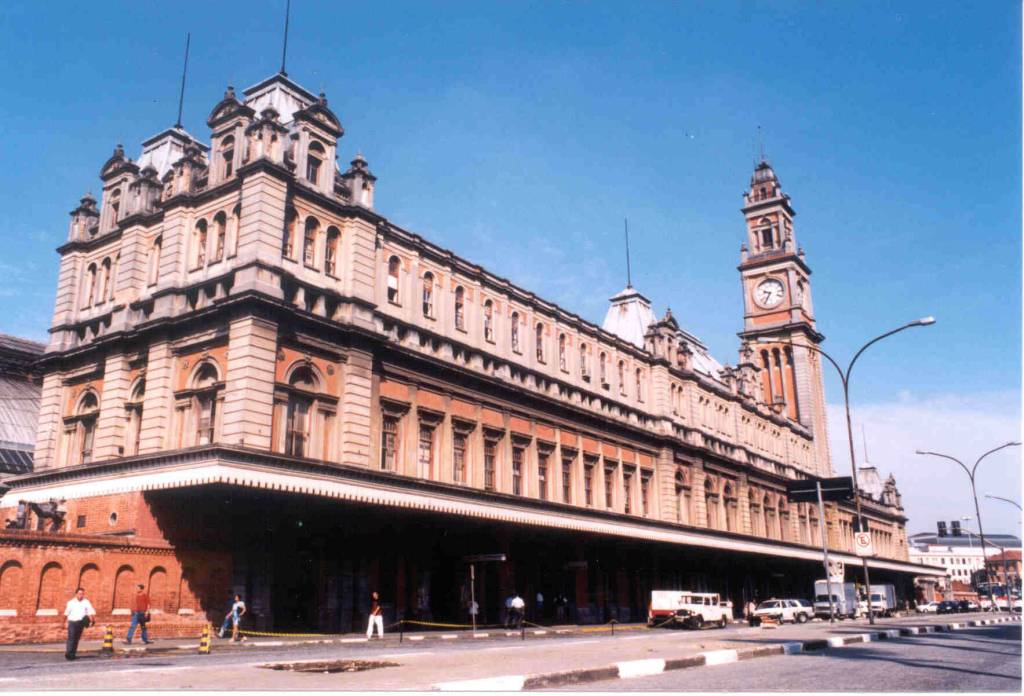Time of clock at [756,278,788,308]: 9:36
